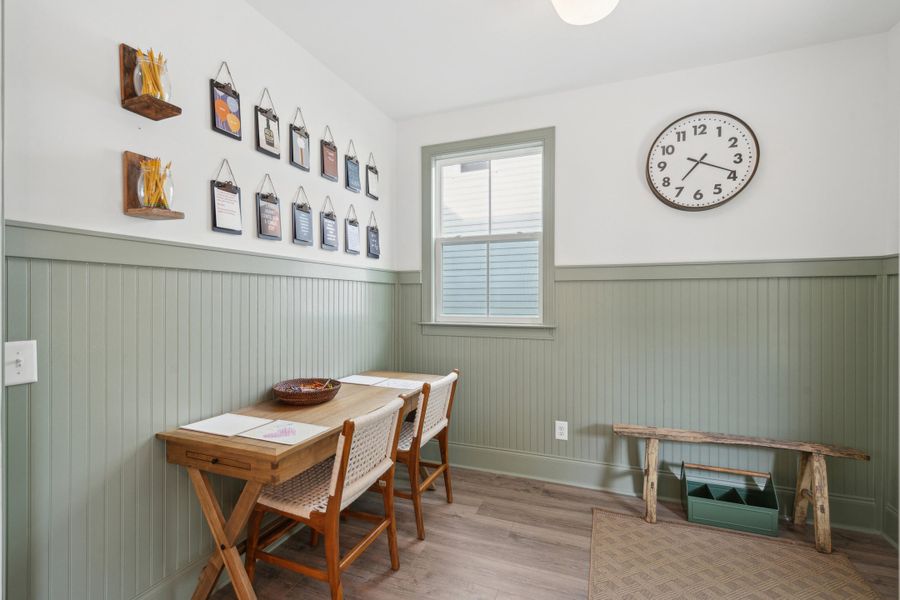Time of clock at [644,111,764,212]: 7:18
